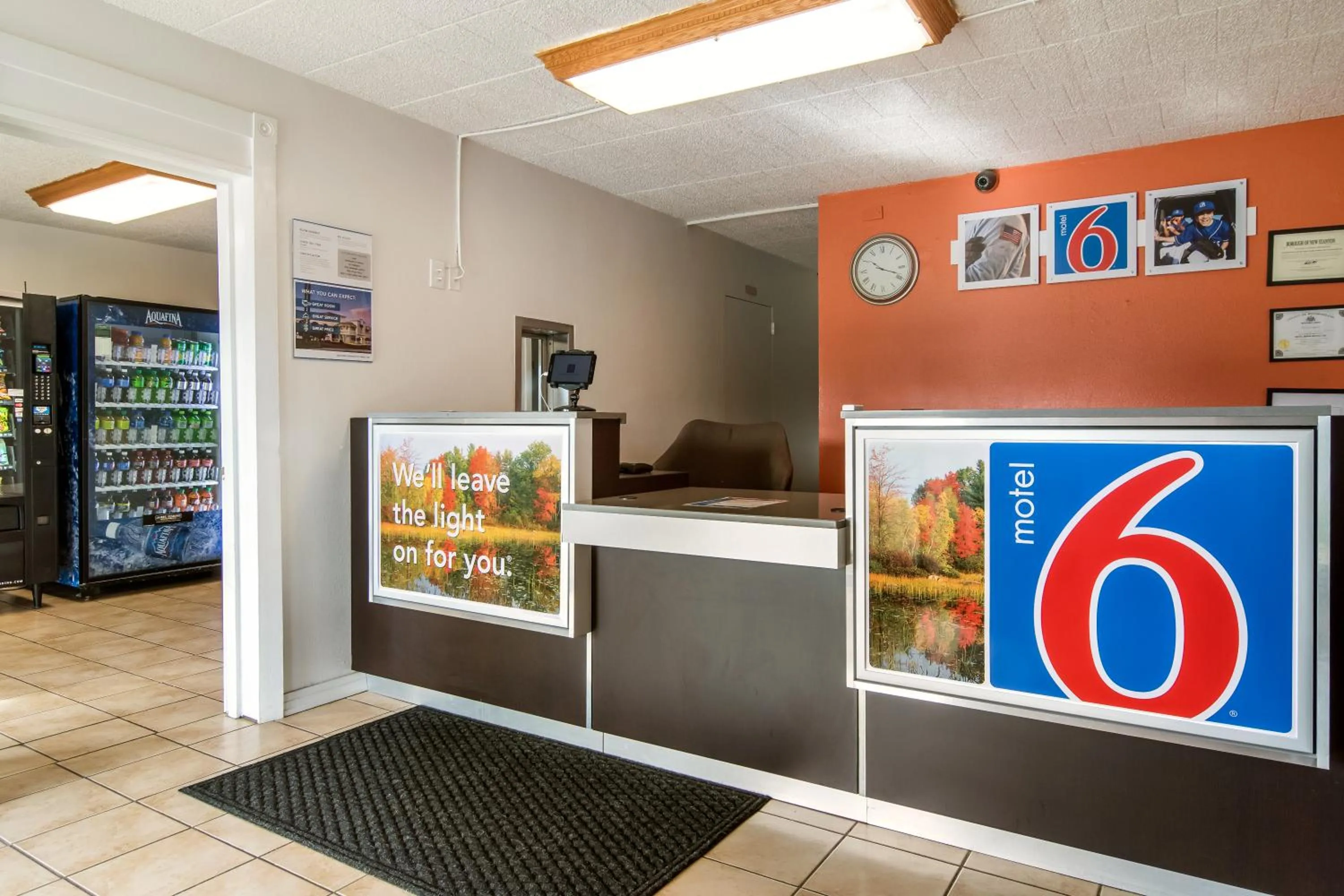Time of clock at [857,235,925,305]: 10:18
